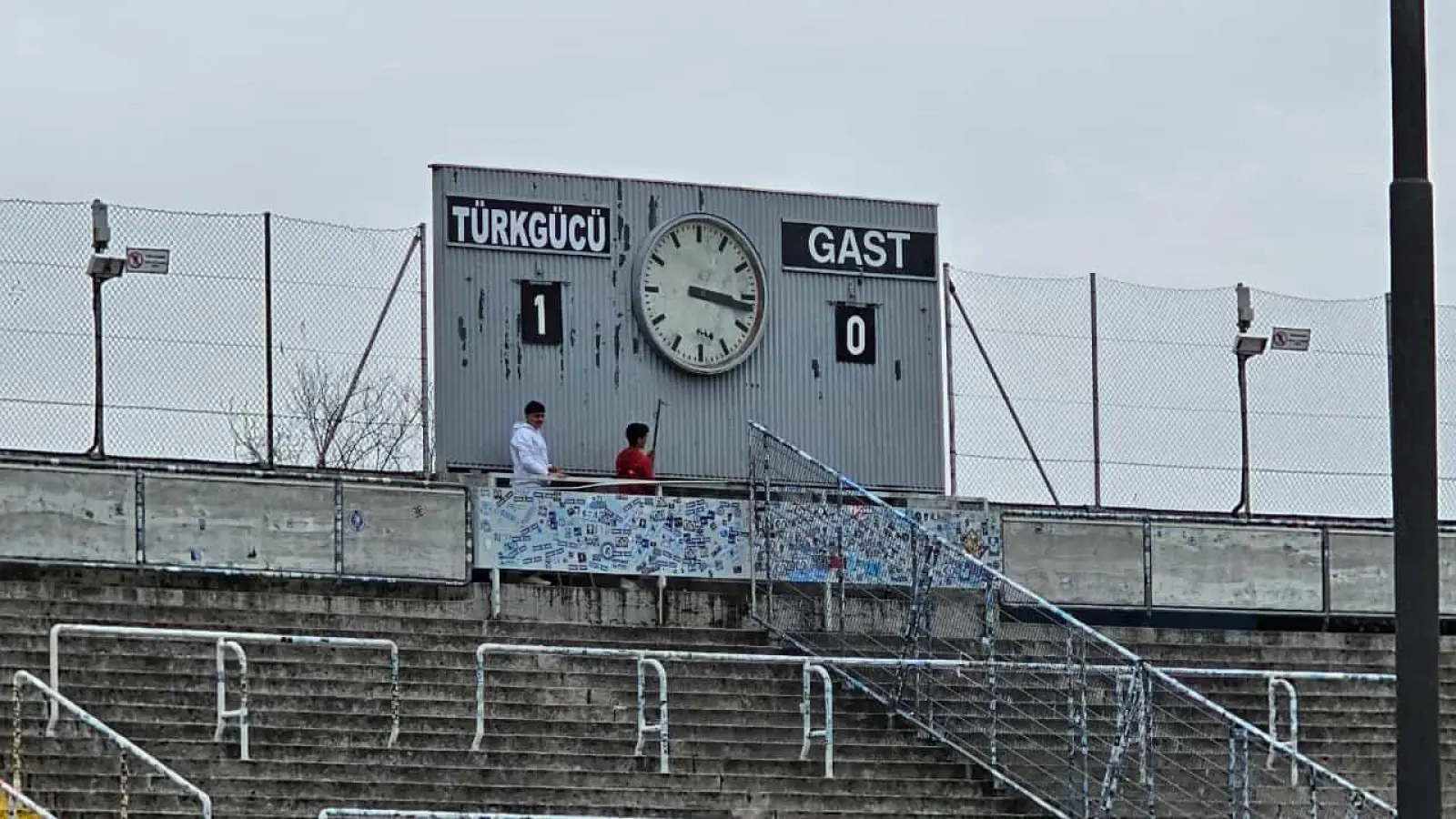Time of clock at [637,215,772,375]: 3:16
